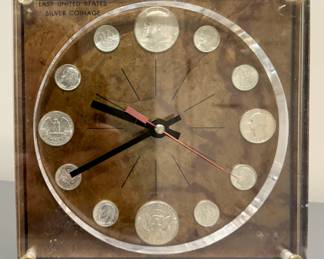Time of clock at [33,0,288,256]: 9:40
